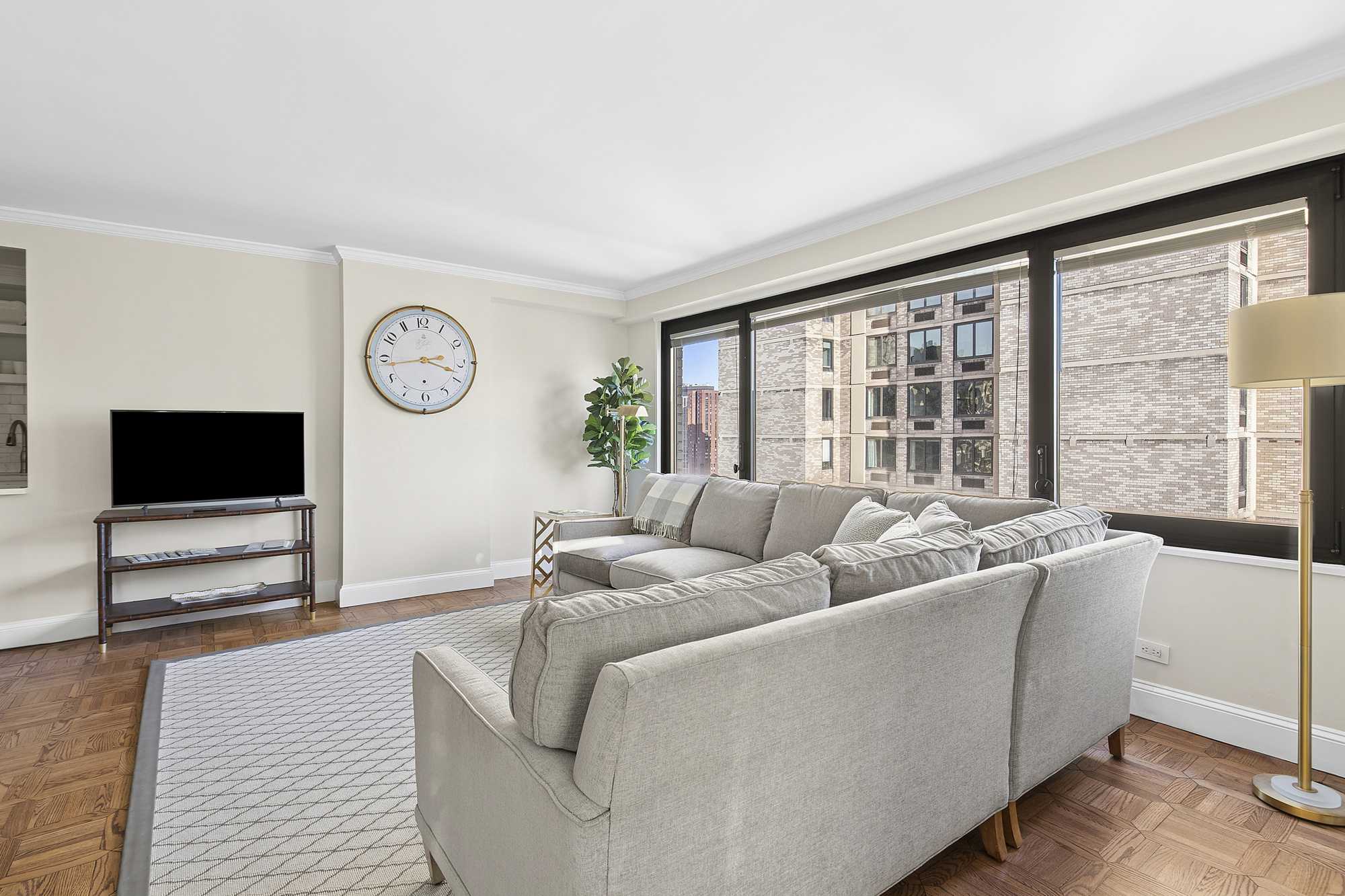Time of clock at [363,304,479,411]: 3:43
